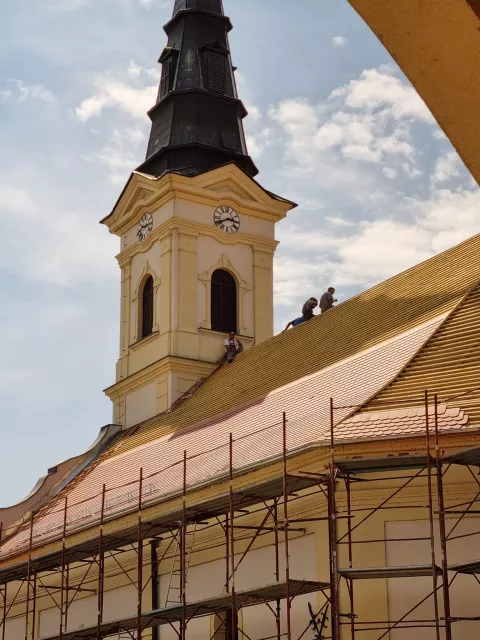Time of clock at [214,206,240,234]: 2:40
